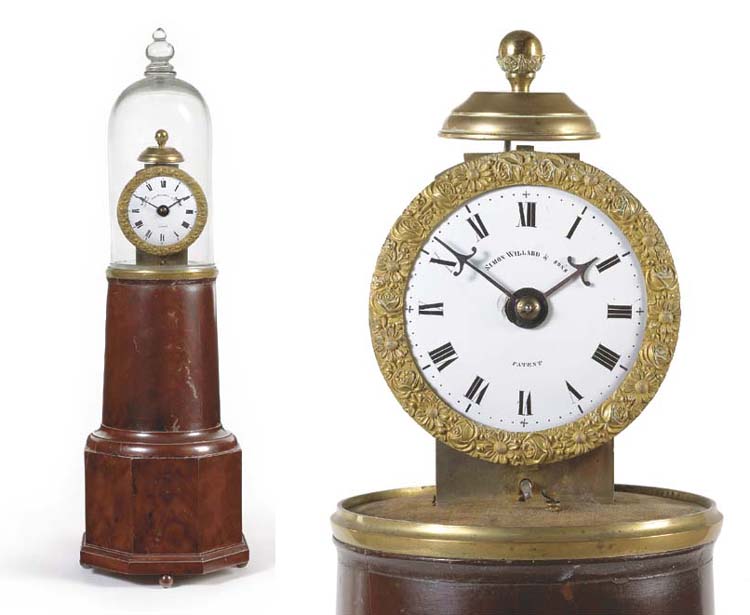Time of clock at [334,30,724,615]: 1:51
